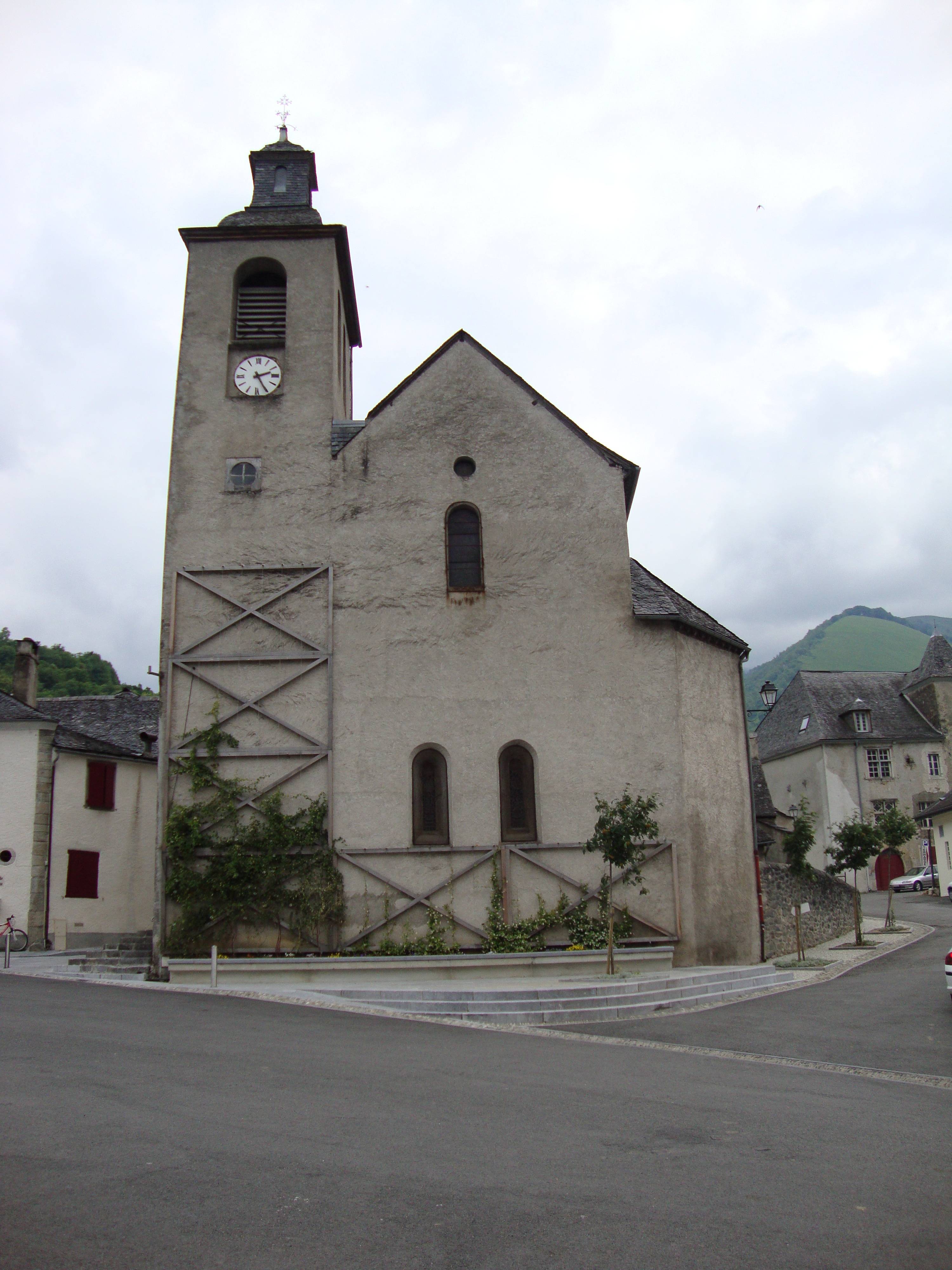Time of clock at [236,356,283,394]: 2:25
